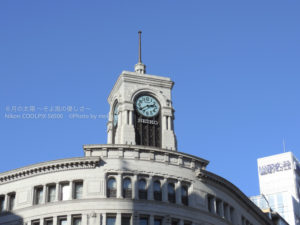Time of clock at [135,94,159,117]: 2:39
